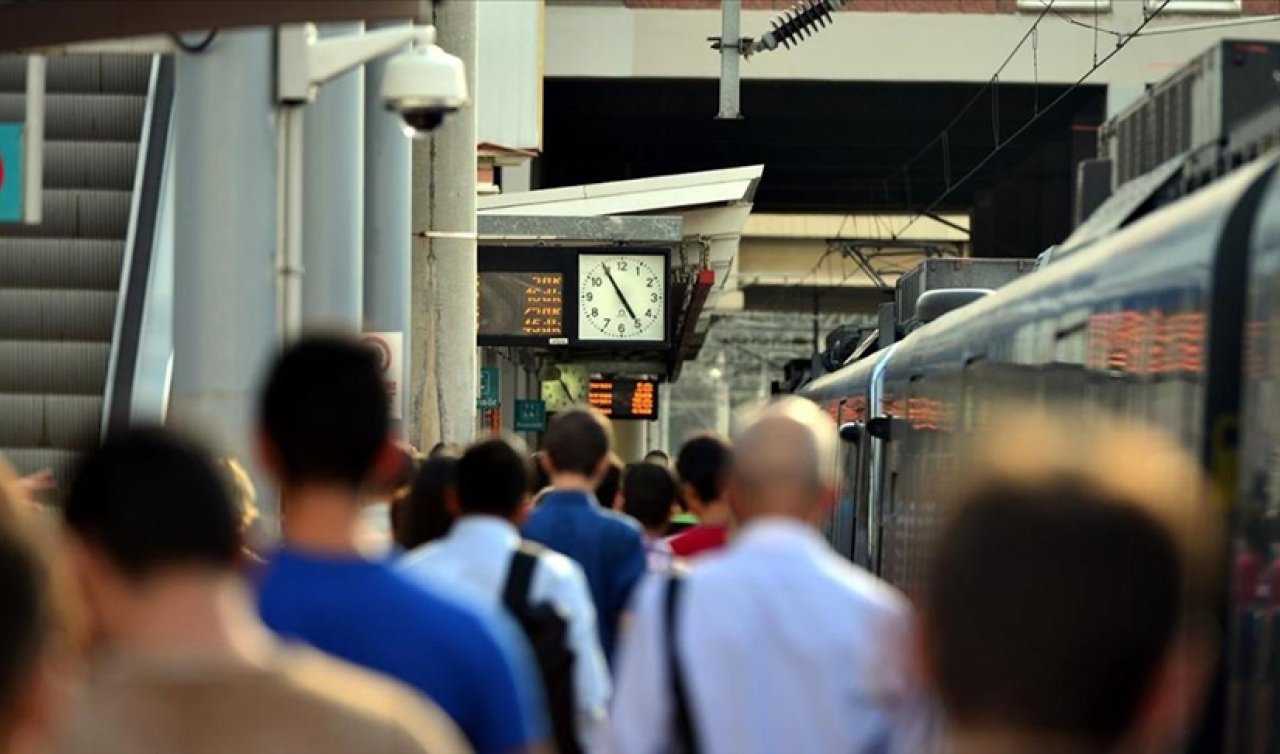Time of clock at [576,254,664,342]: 4:54
